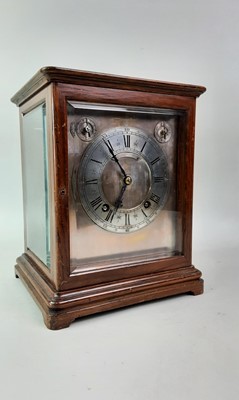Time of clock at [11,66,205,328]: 6:54
